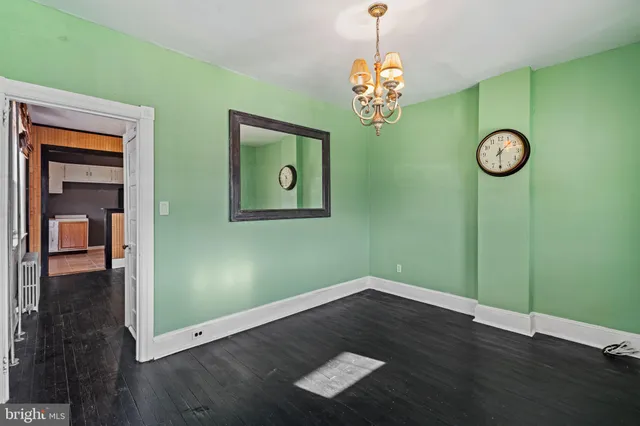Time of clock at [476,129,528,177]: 1:29
